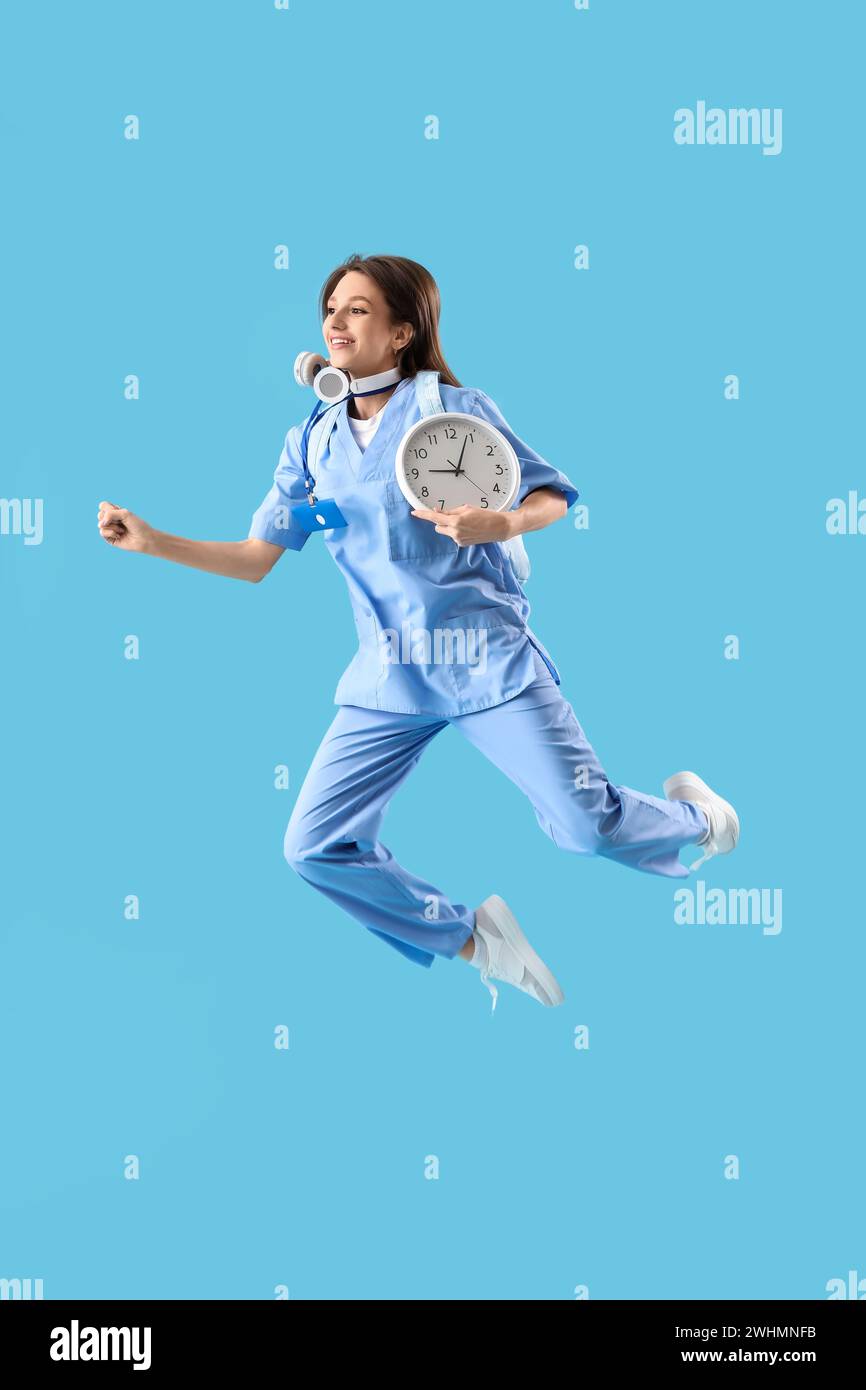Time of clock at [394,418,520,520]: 9:03
